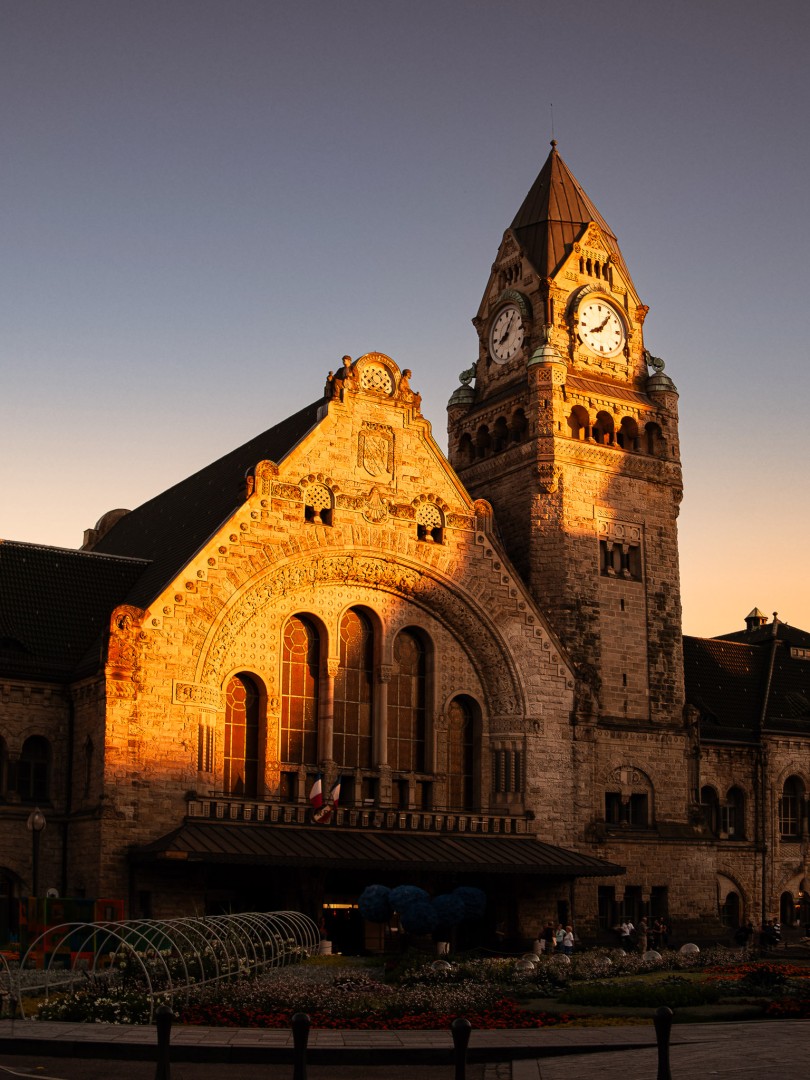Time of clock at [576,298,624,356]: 8:06
